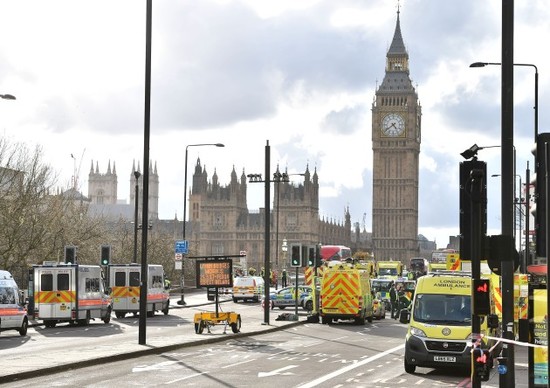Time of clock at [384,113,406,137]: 4:38
